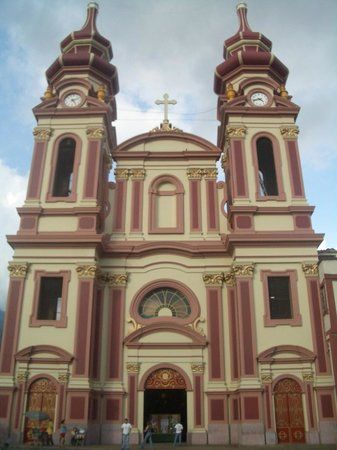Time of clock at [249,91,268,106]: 4:42
